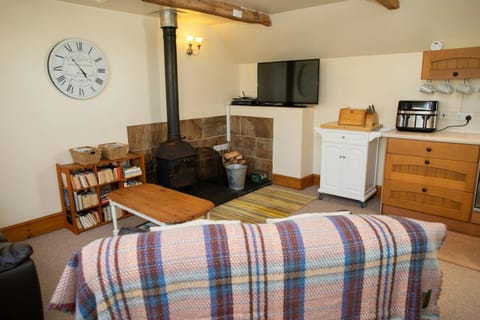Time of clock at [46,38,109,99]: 4:53
